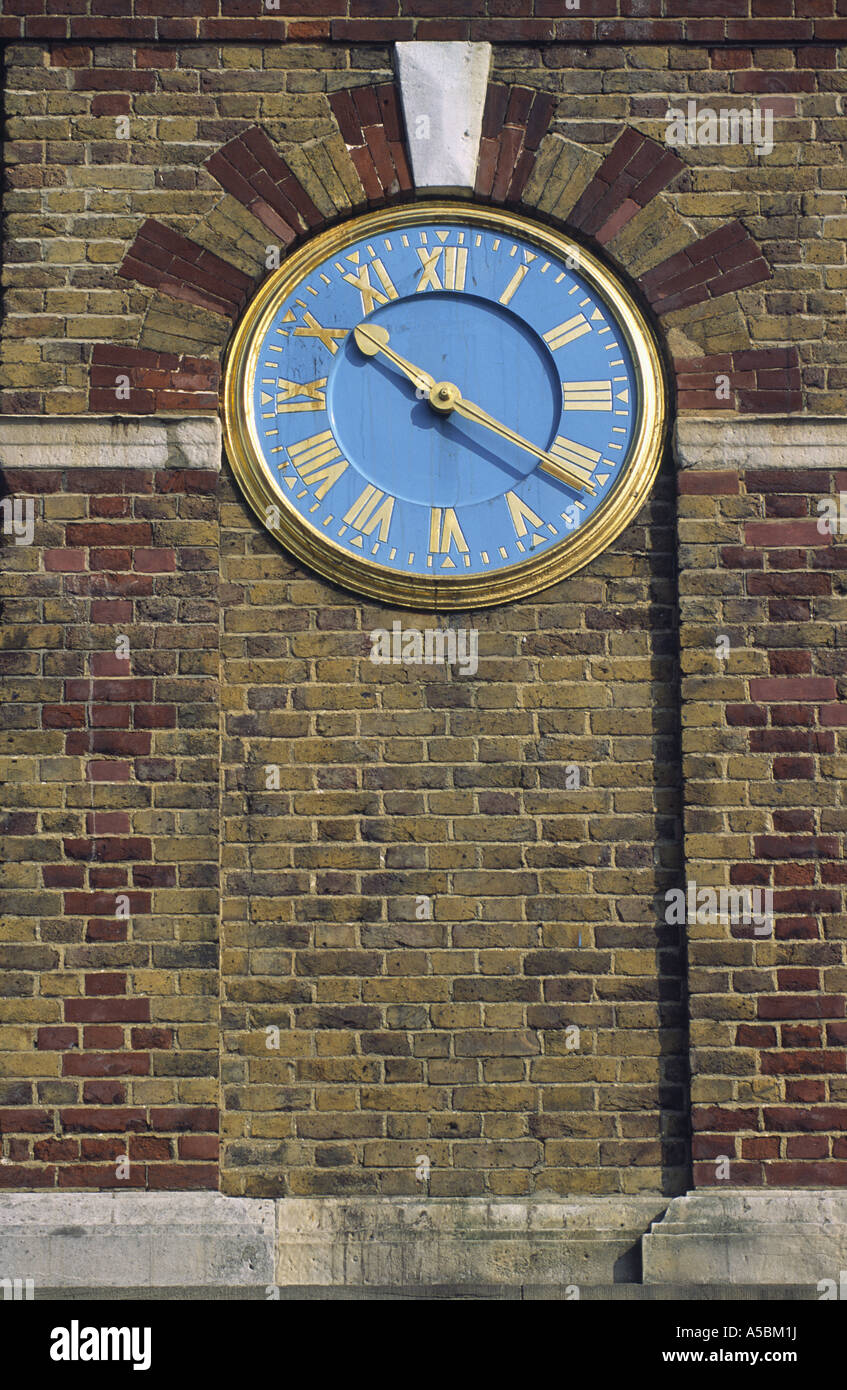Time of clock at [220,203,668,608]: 10:20
